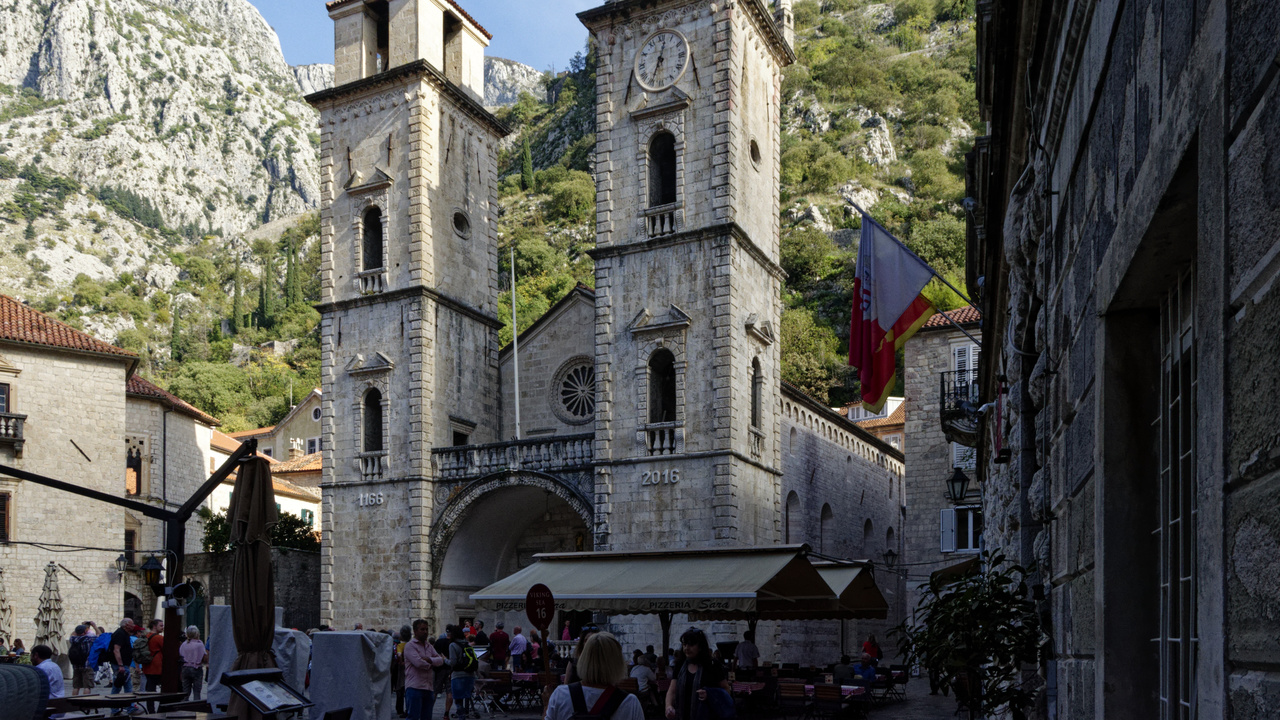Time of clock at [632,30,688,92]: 12:33
